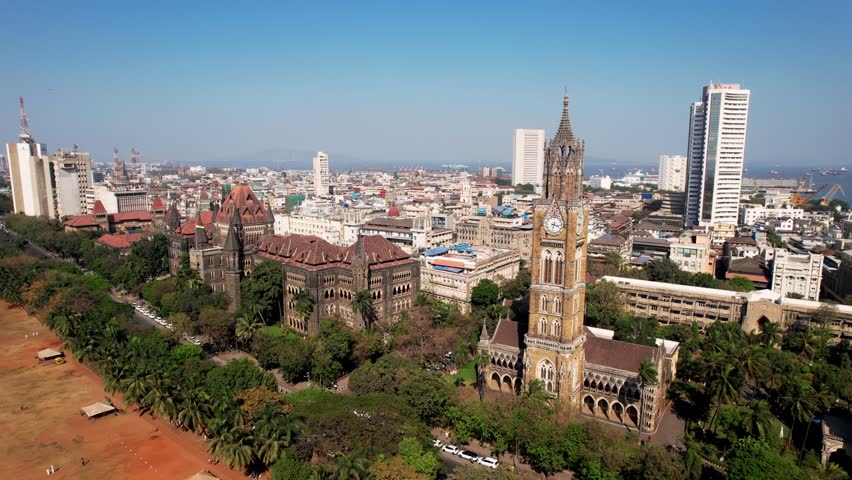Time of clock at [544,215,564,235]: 3:32
